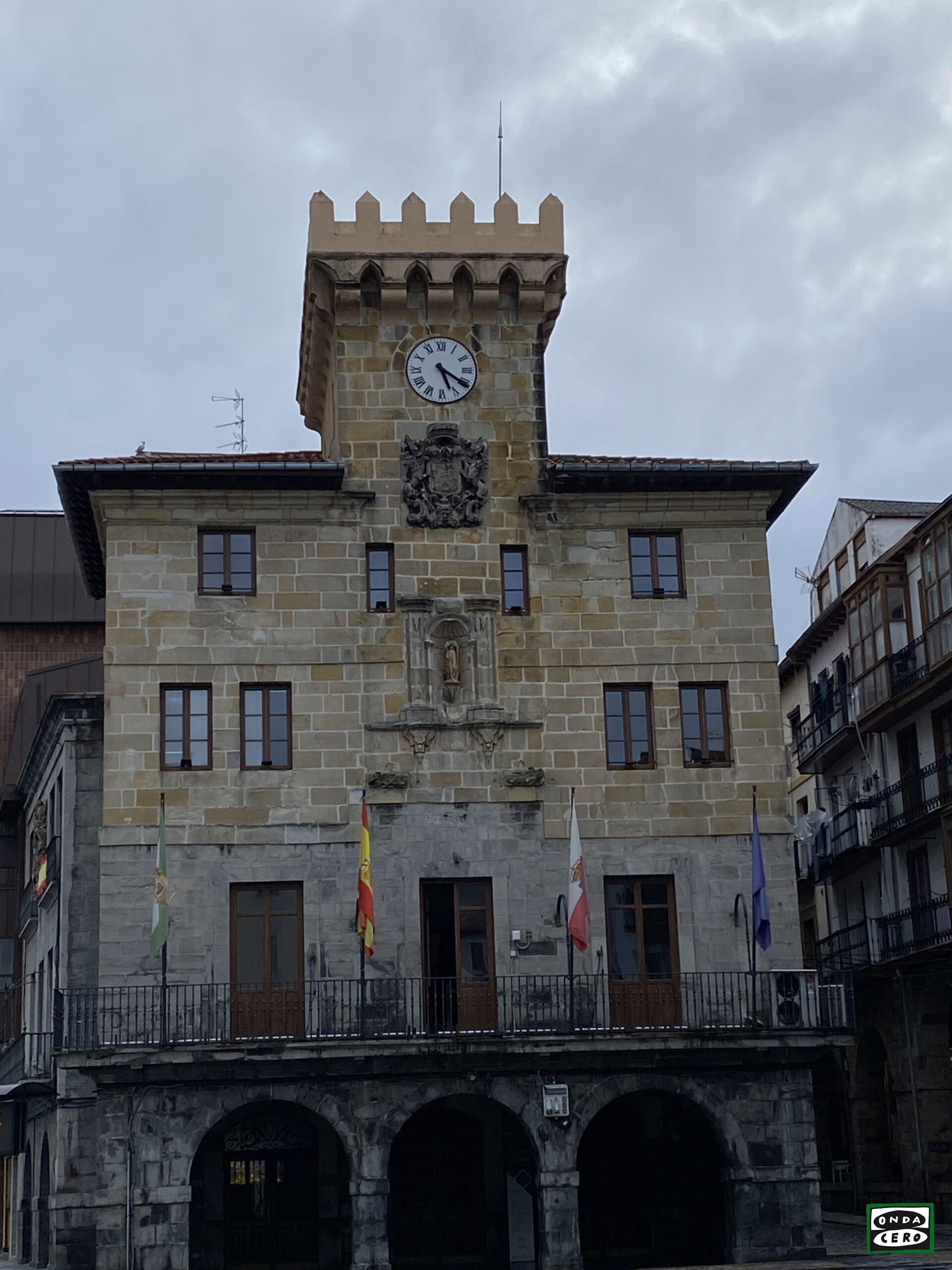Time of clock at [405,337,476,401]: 5:20
